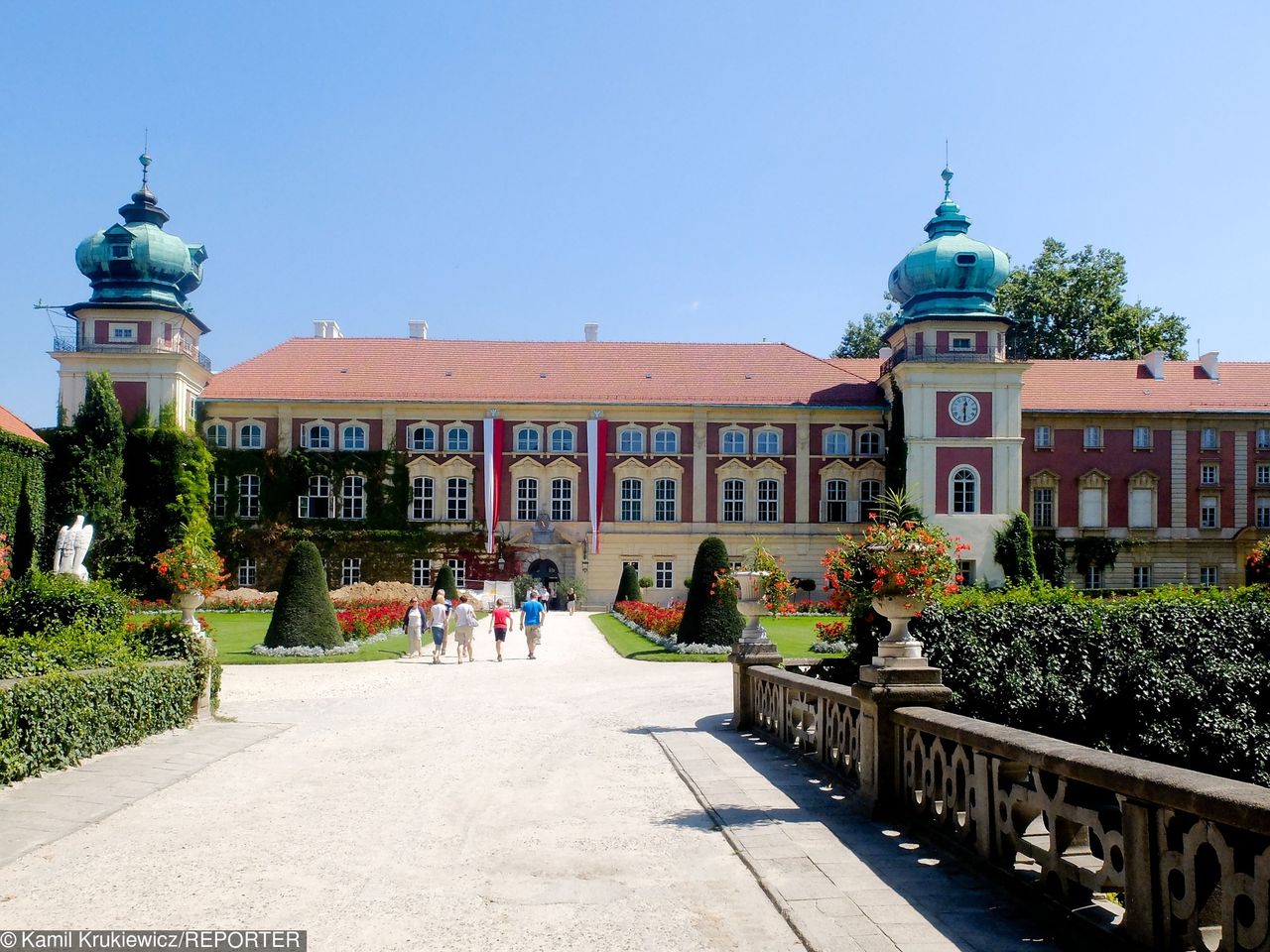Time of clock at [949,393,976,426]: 12:29
